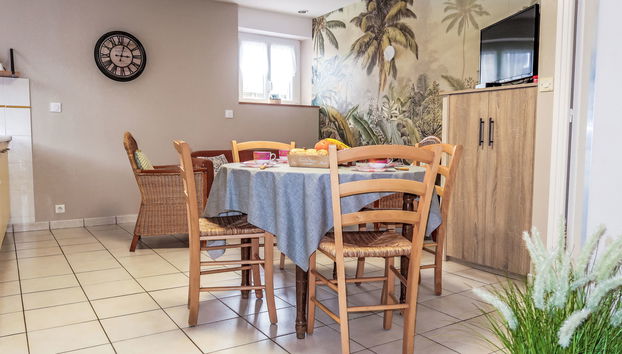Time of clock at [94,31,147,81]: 3:02
